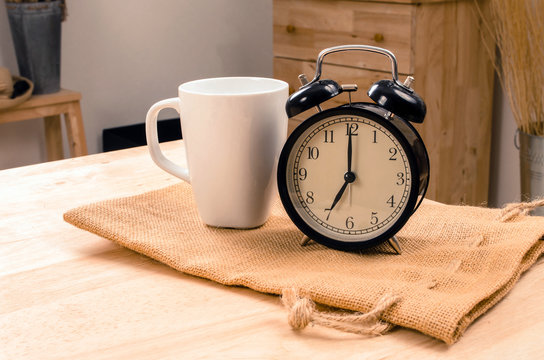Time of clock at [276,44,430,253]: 7:00
